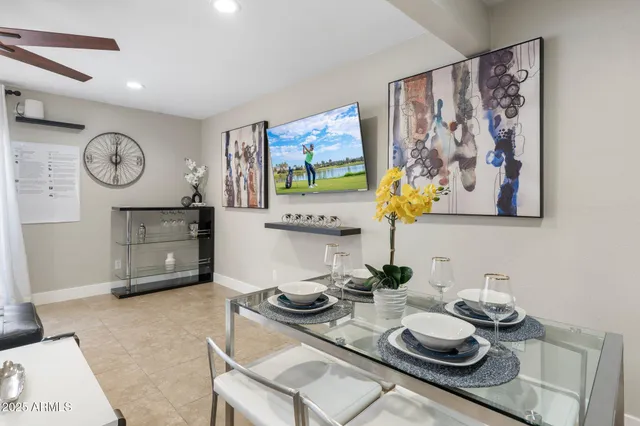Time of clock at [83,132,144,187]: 6:00
